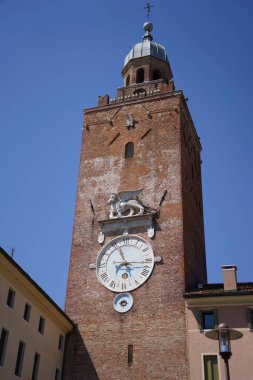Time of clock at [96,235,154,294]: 6:56
